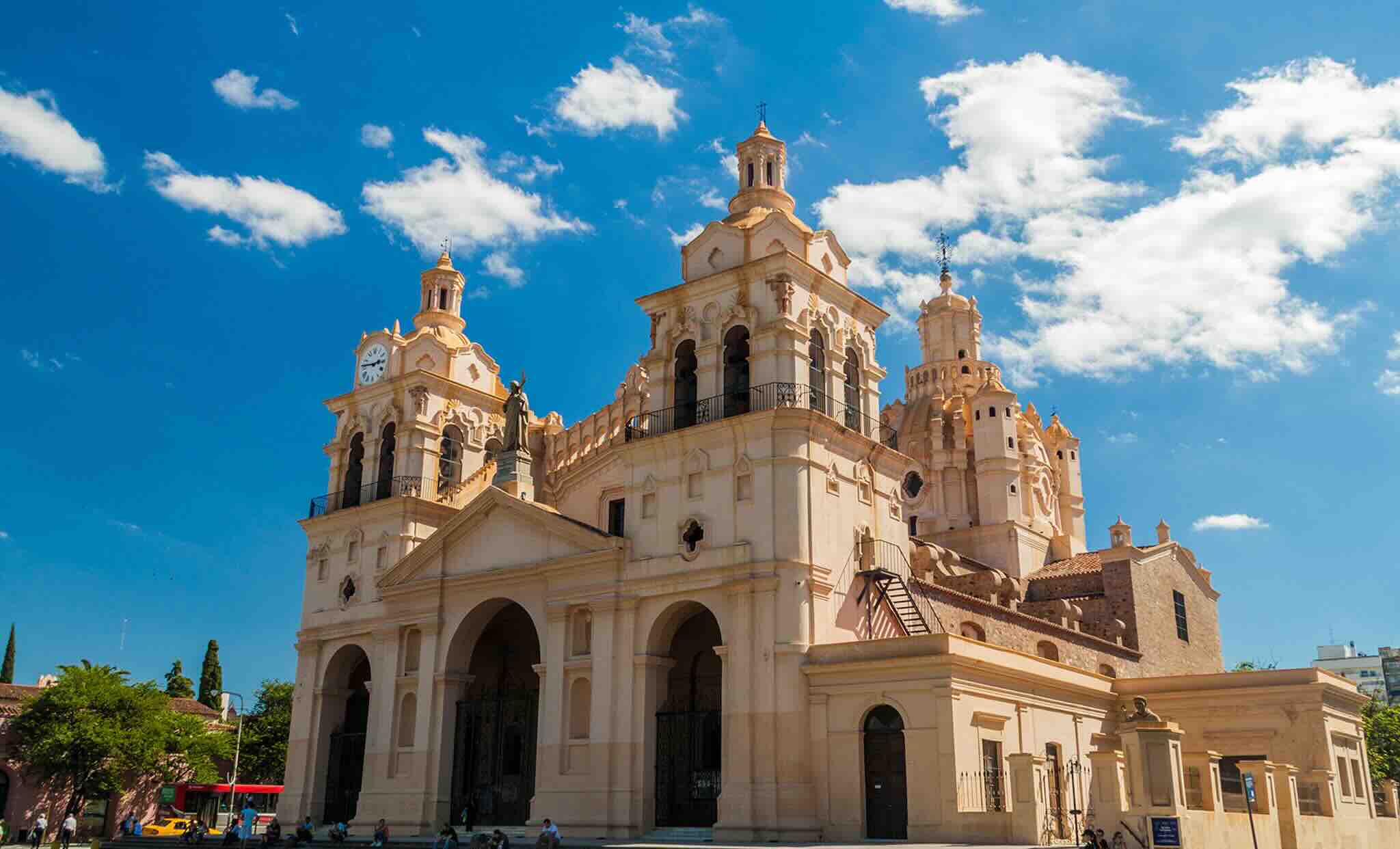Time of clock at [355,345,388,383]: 2:46
